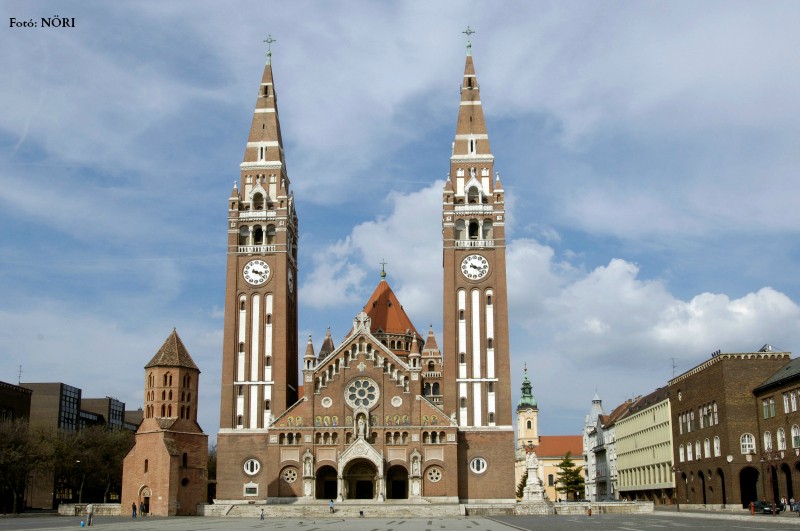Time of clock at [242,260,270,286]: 3:21
